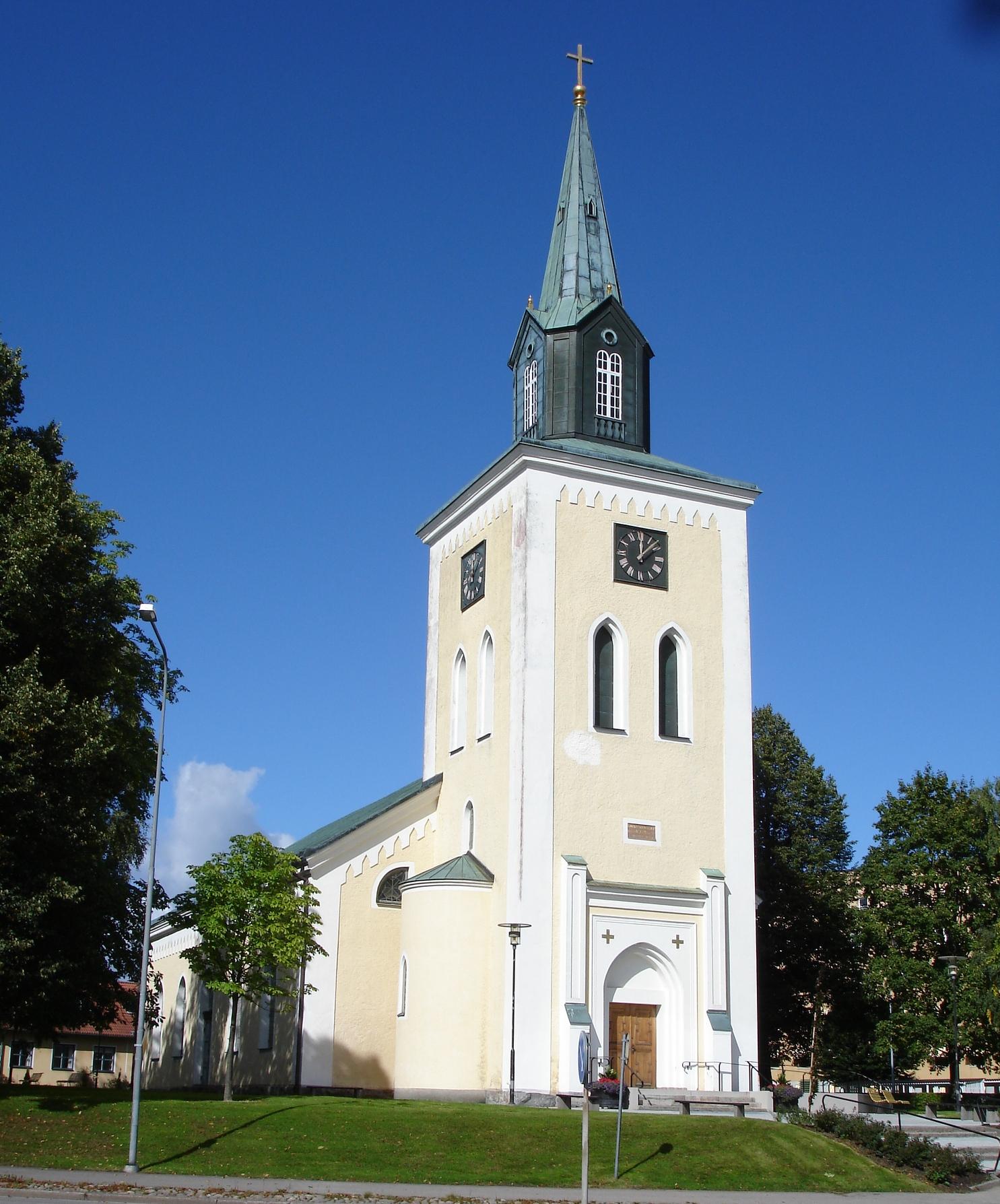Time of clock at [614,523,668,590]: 12:07
